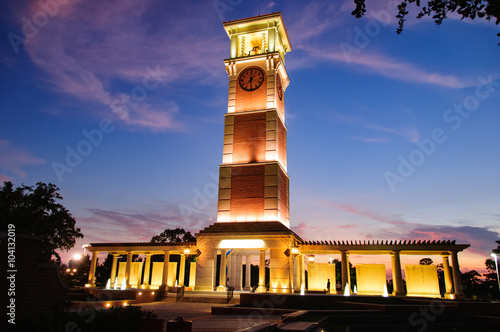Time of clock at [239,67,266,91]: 7:30
